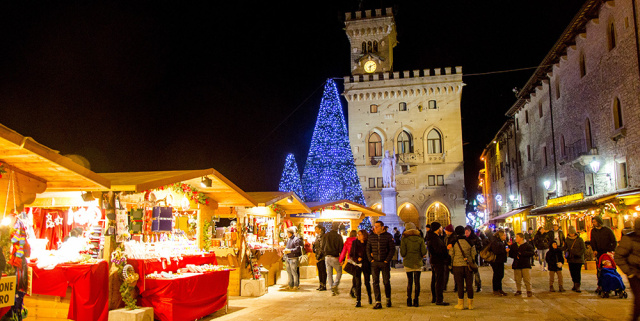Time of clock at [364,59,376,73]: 6:10
